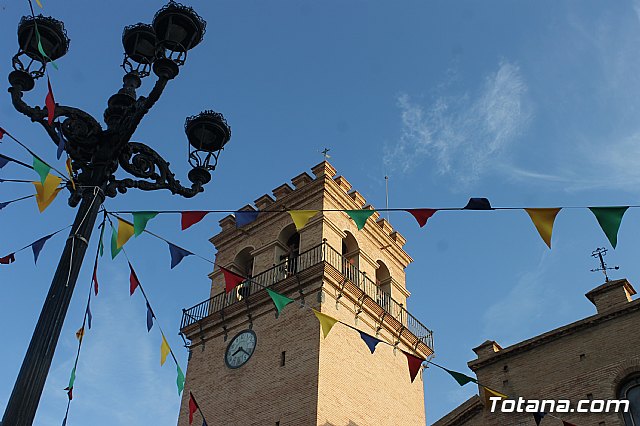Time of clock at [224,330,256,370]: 8:21
